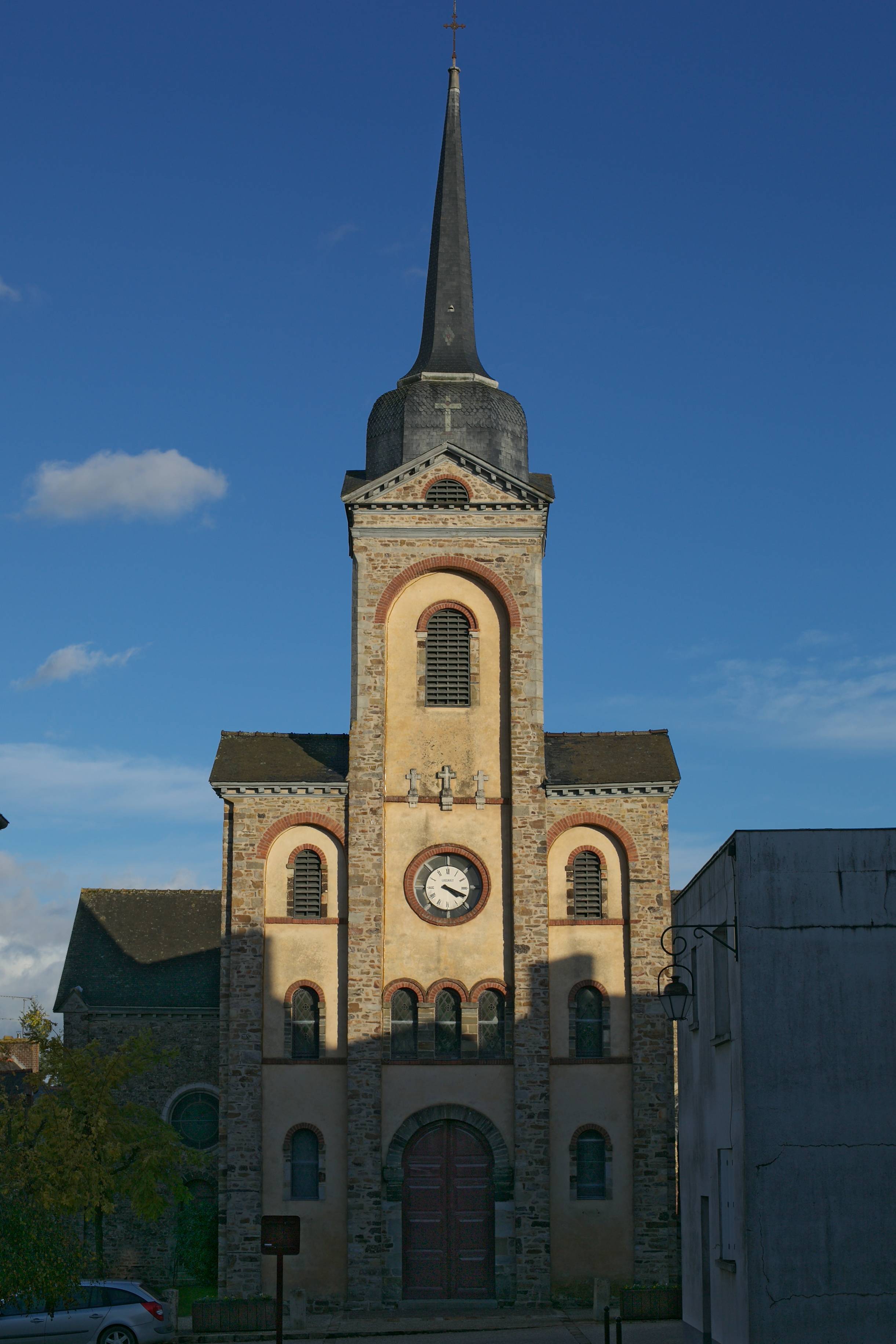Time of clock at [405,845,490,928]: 4:18
